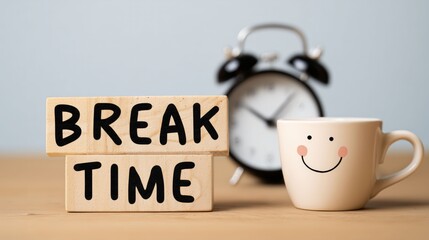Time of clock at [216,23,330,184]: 10:07
